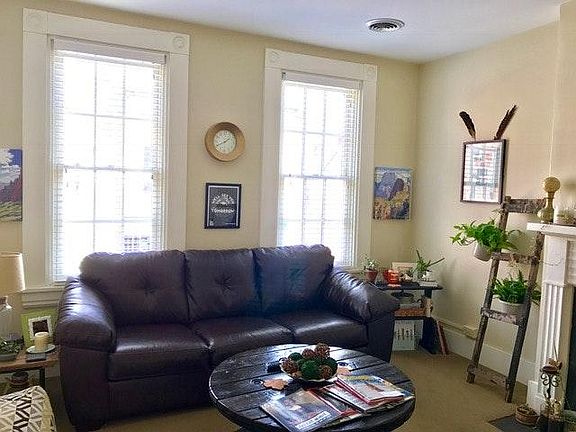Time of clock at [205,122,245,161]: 1:41
